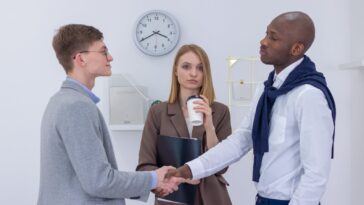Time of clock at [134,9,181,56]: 3:40
